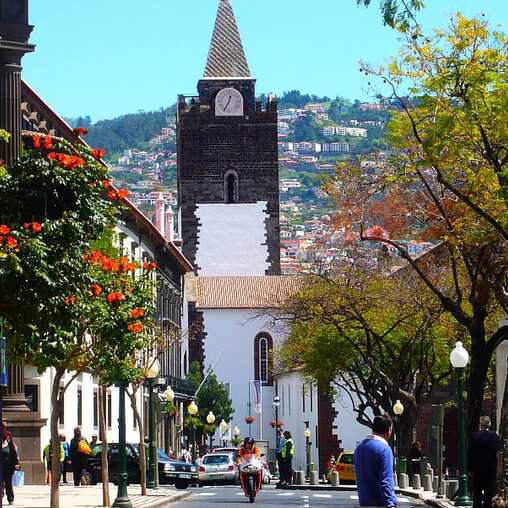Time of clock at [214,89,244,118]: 12:34
